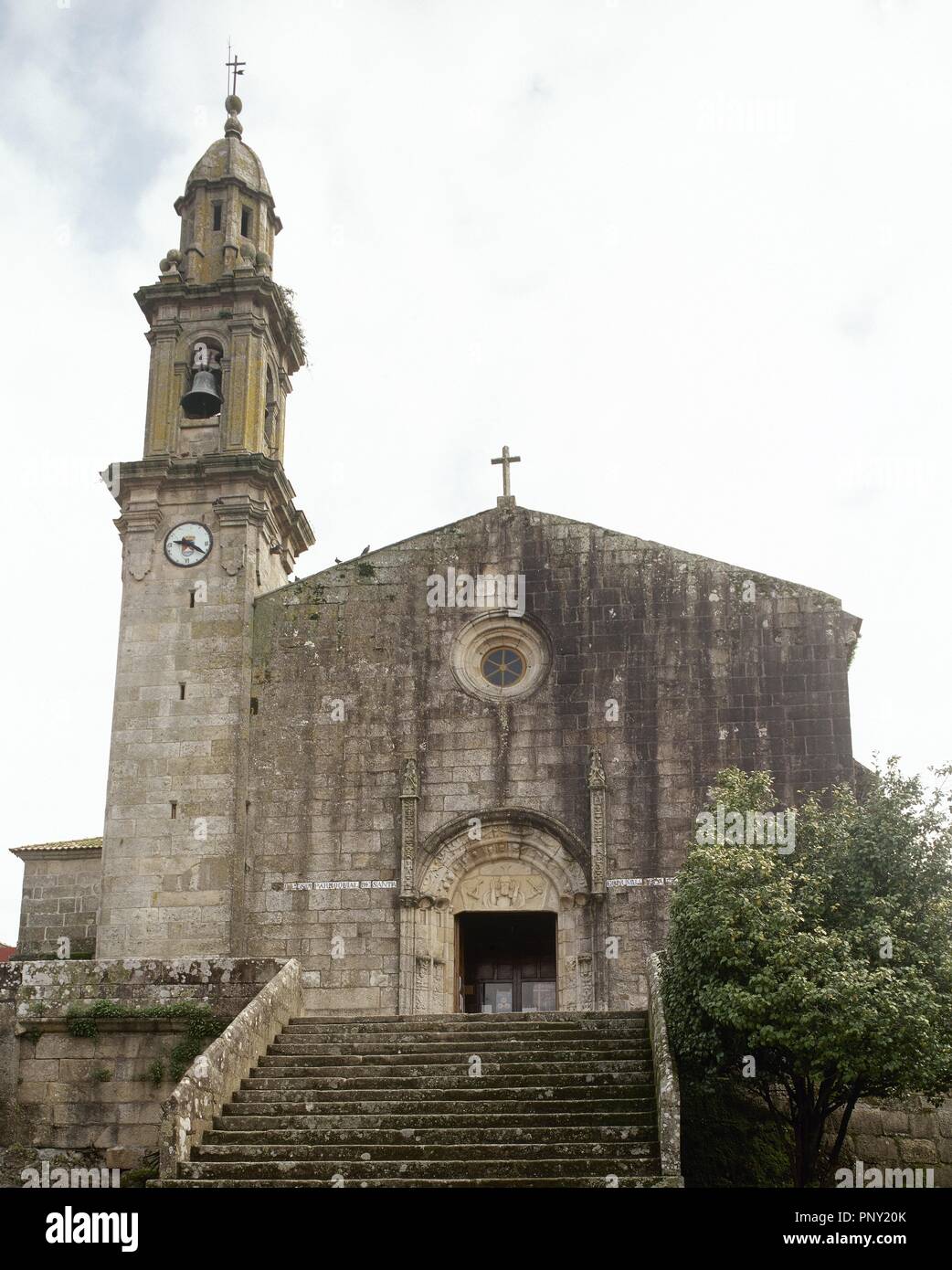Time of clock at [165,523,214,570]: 9:20
